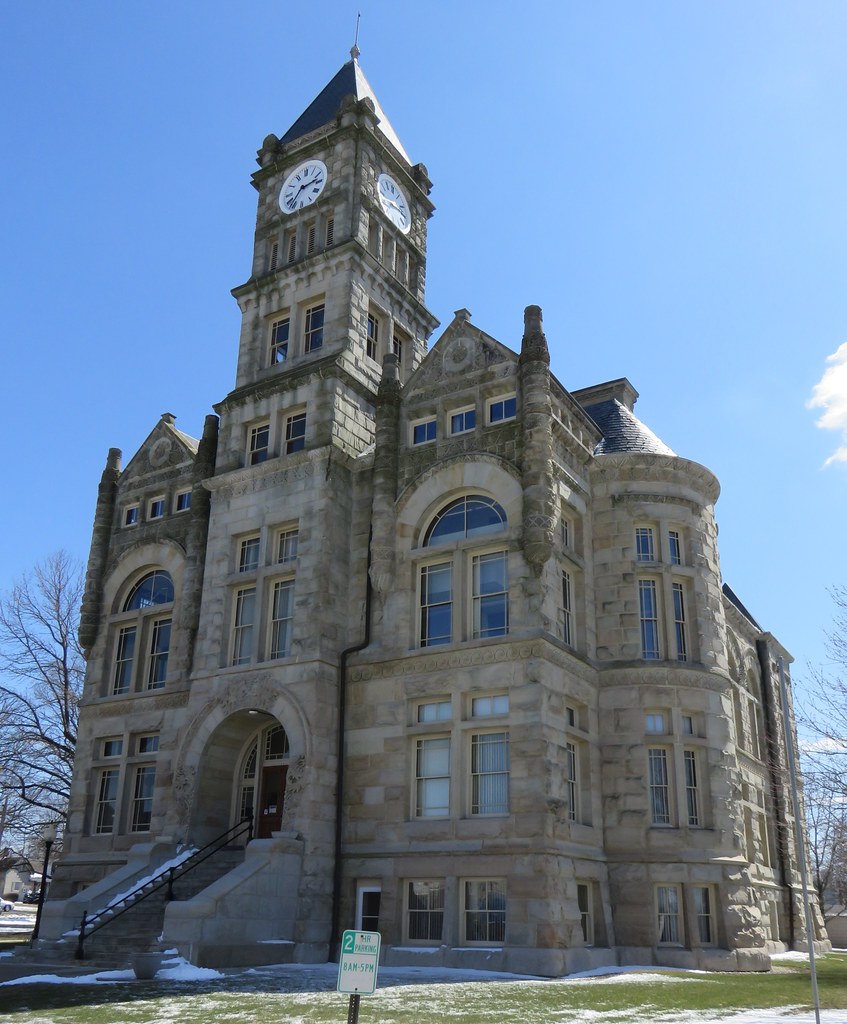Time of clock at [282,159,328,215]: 2:36
